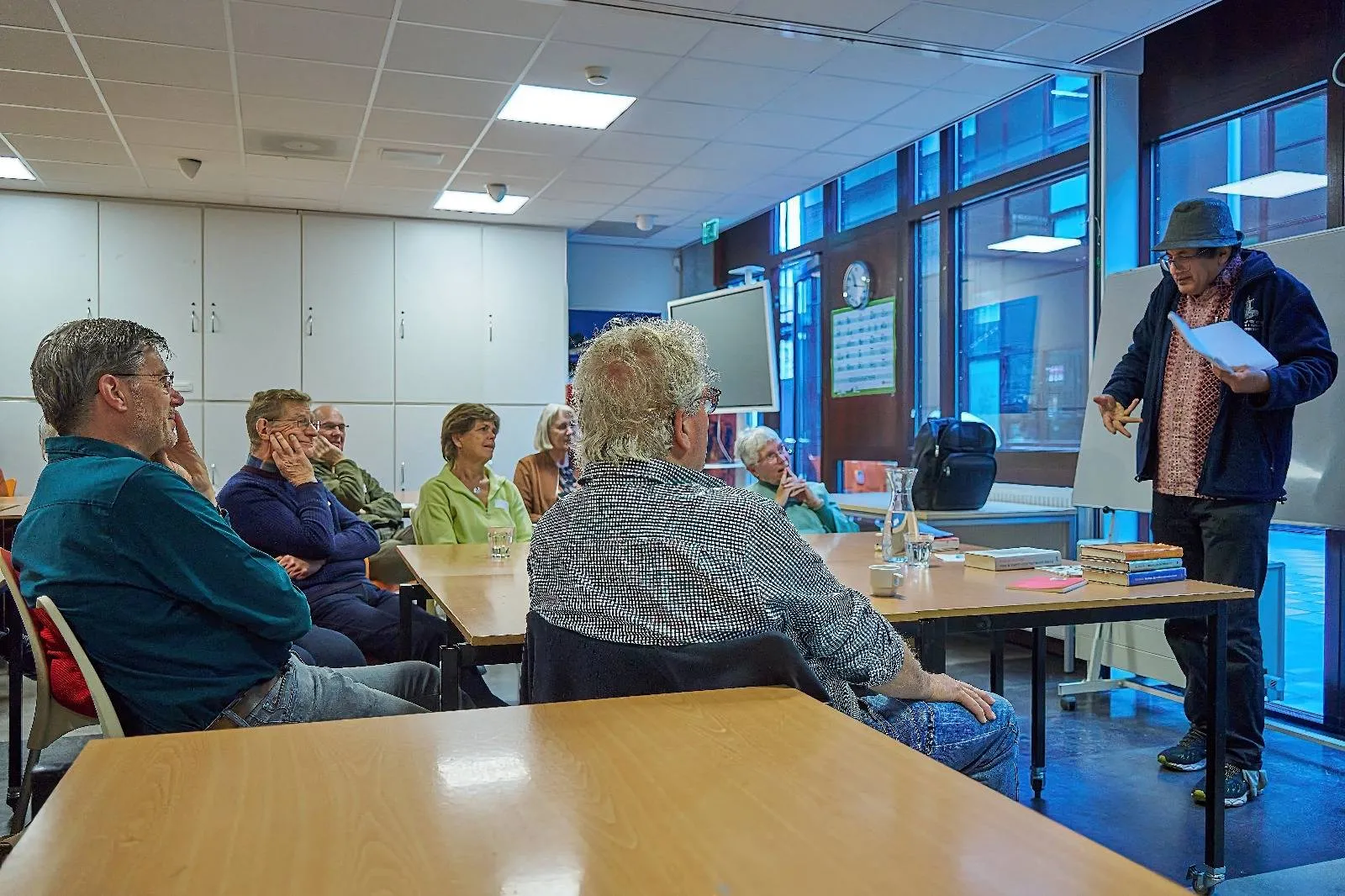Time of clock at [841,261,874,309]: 11:16
